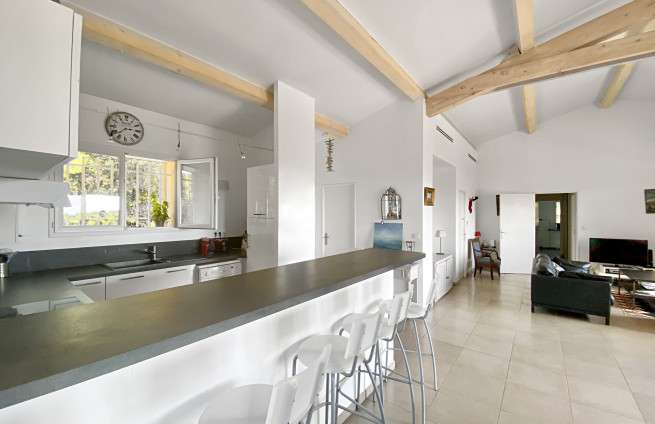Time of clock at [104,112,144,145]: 2:37
